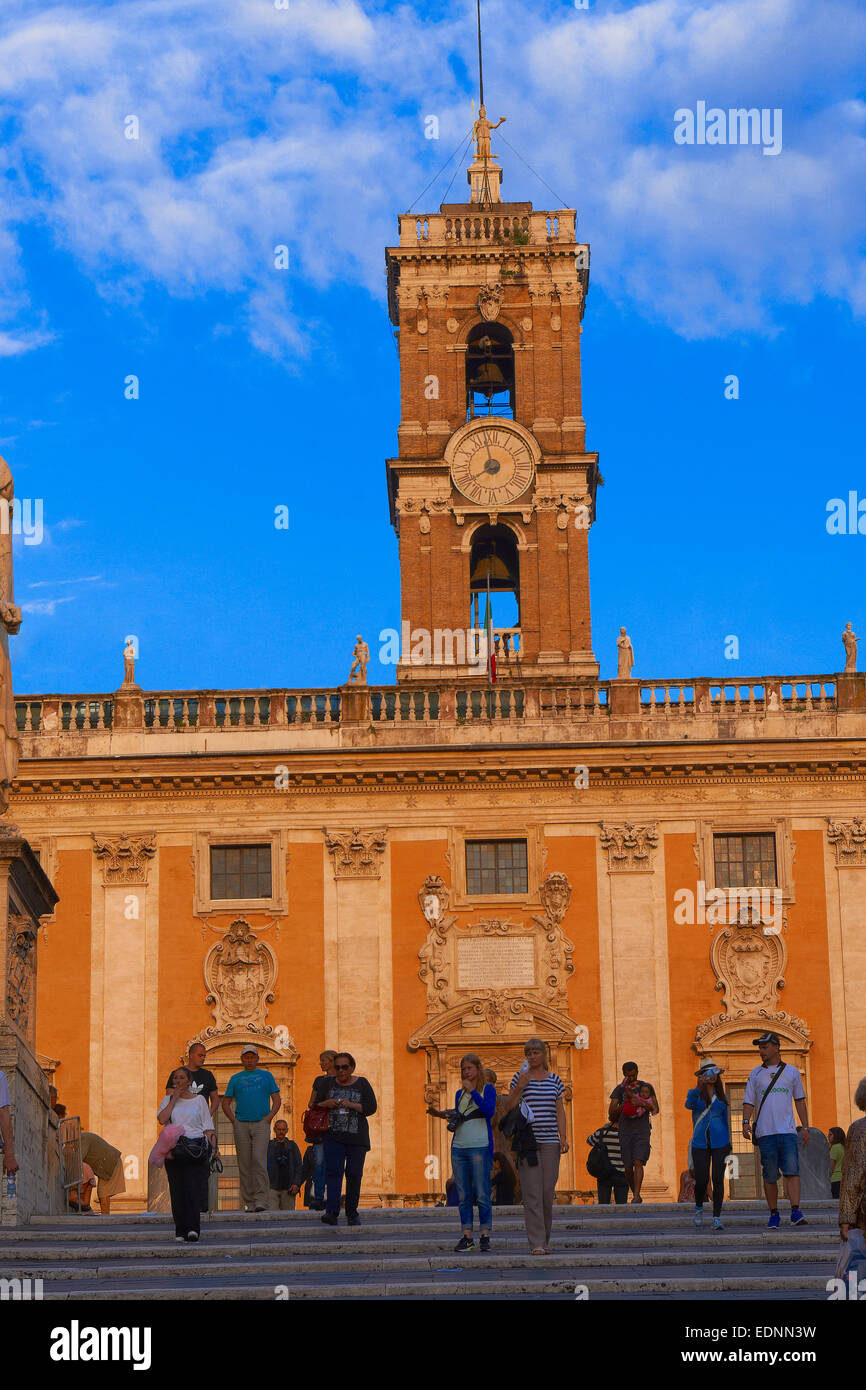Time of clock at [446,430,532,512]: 7:58
